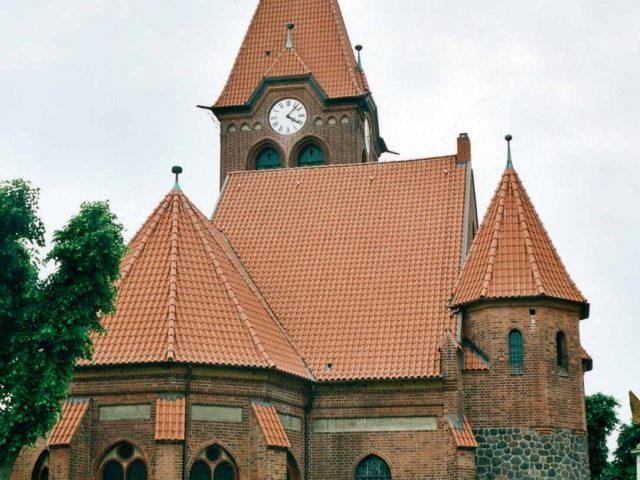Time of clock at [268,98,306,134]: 4:07
